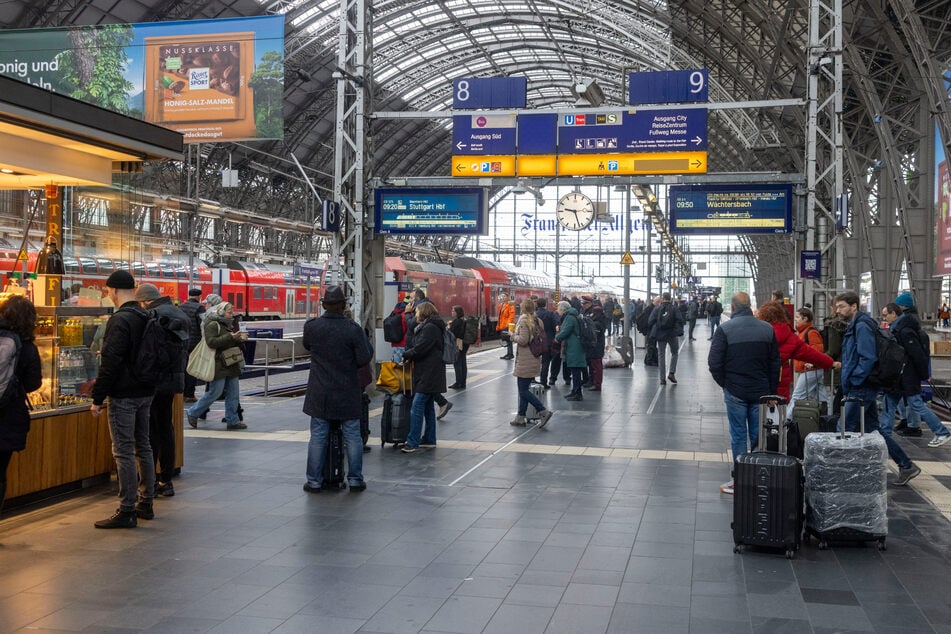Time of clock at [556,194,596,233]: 9:27
